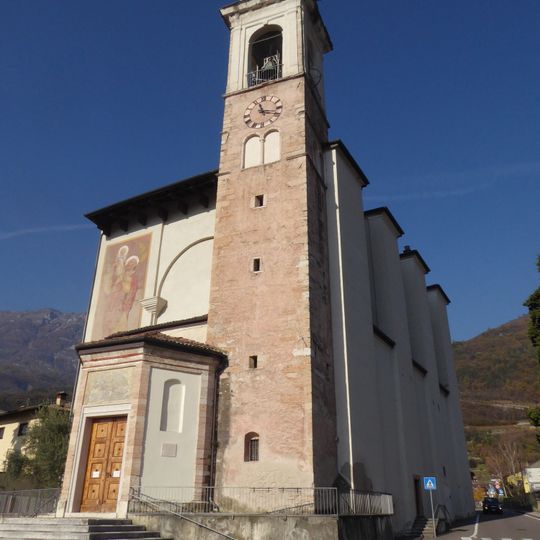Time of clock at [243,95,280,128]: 11:17
